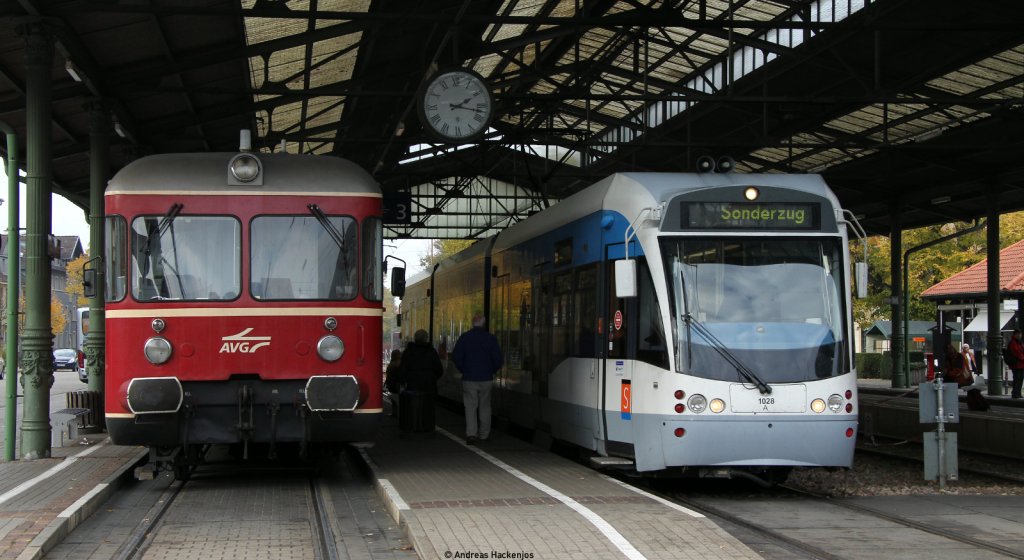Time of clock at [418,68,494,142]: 2:17
